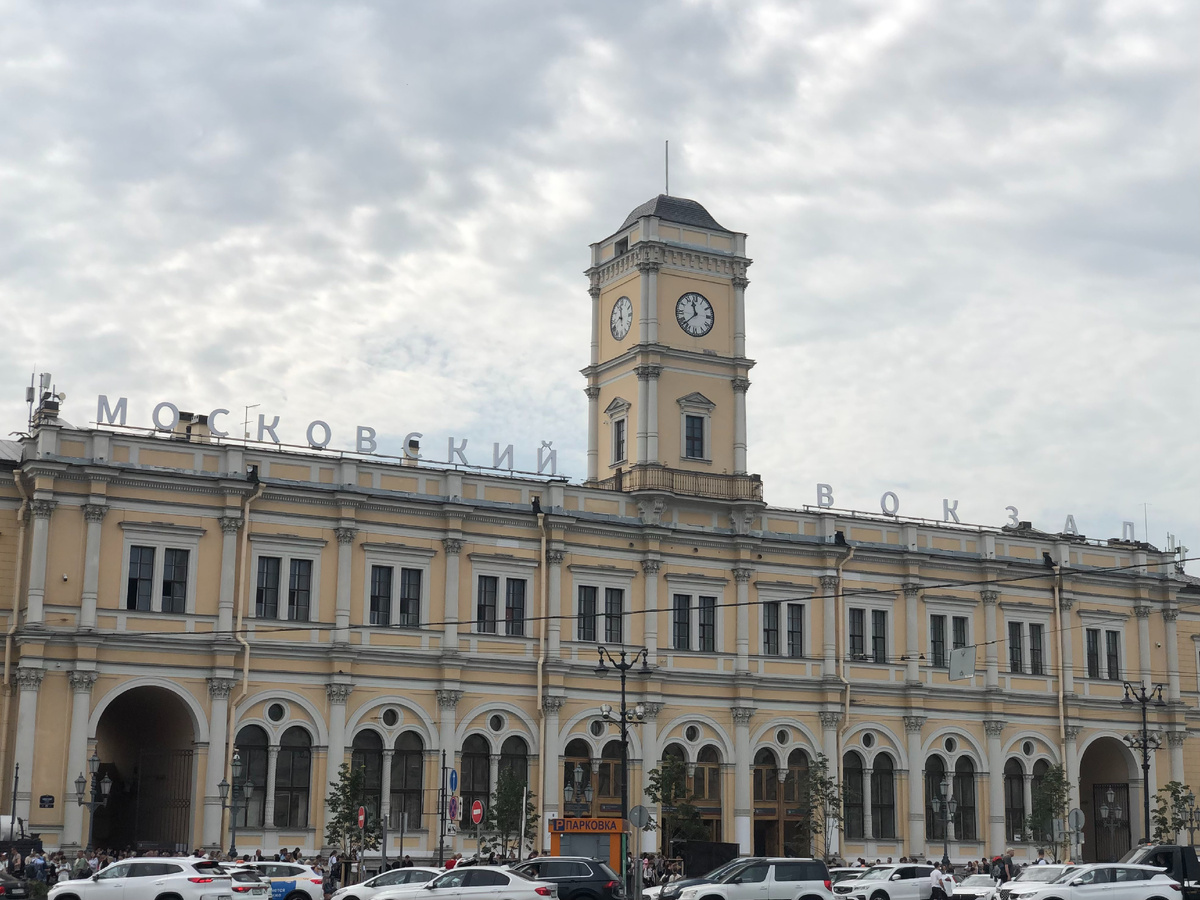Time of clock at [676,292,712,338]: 11:37
